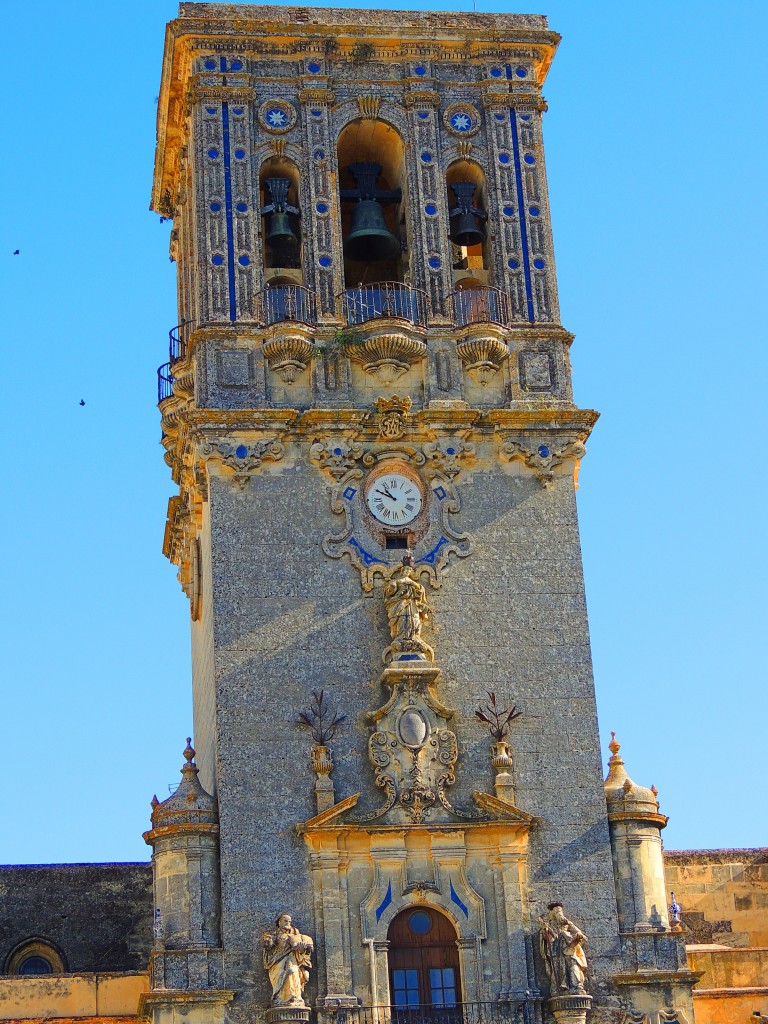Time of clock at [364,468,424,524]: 10:49
